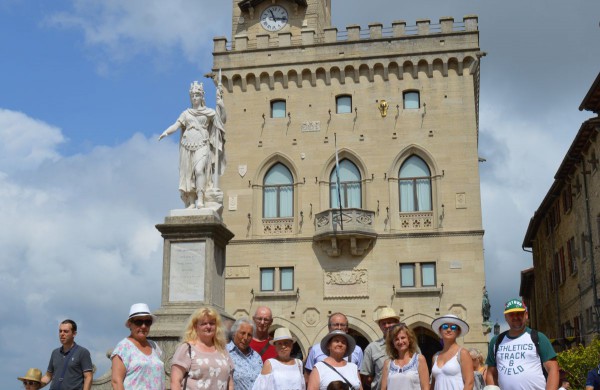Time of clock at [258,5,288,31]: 11:16
